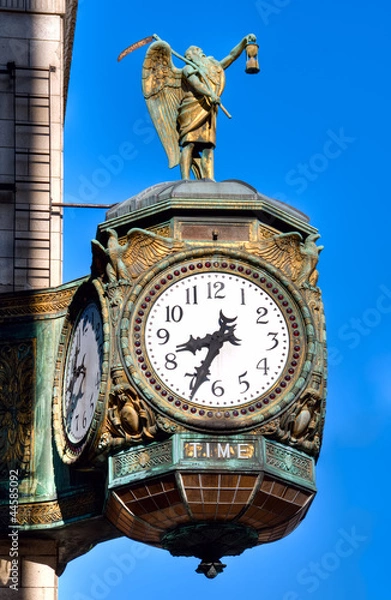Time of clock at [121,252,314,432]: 8:34
